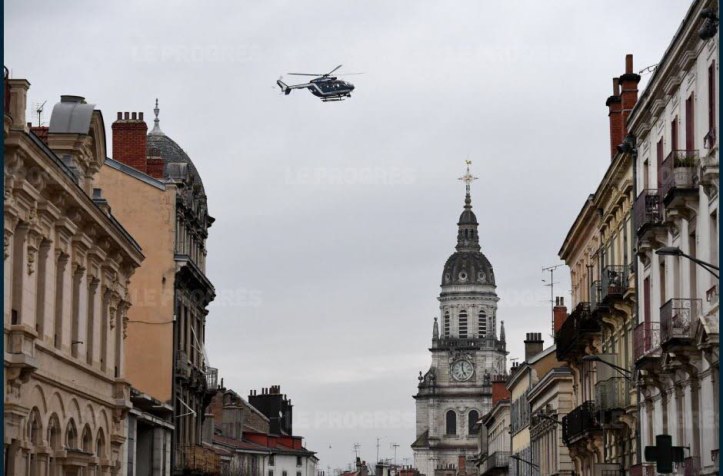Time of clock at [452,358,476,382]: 4:59
